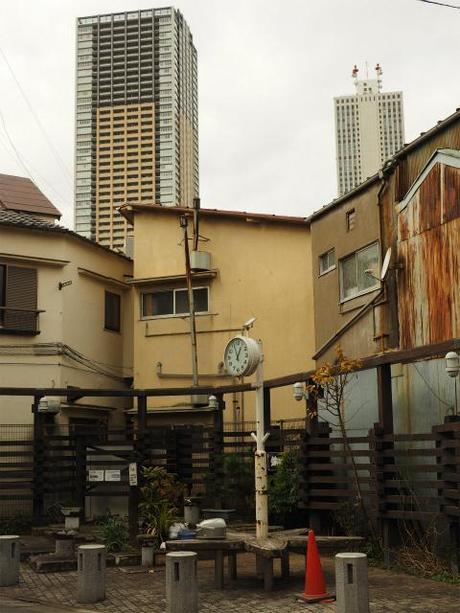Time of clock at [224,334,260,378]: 12:57
